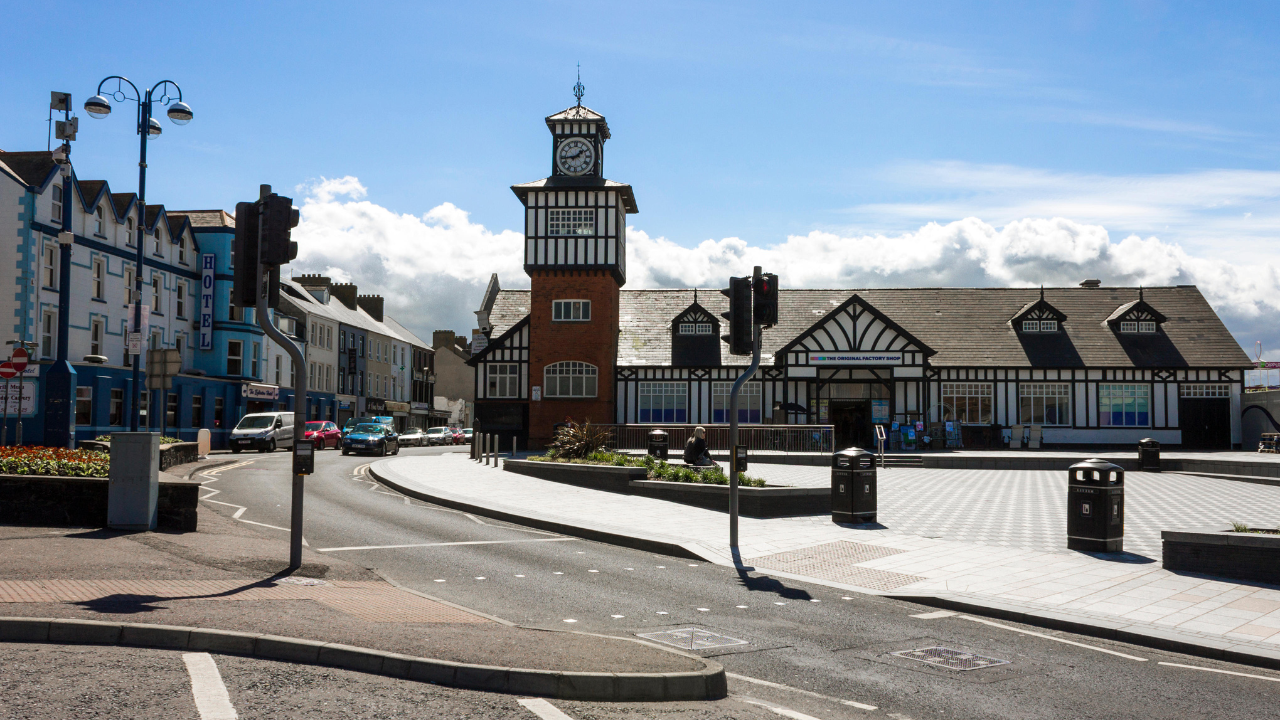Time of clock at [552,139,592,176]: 1:43
